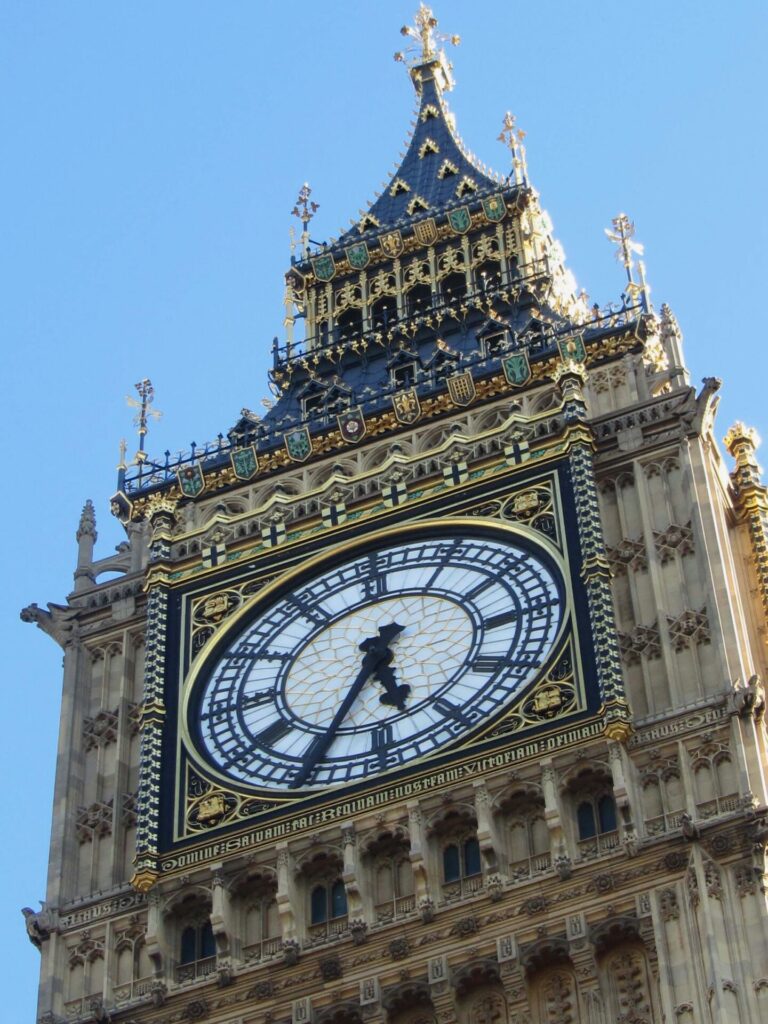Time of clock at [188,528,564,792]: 5:34
